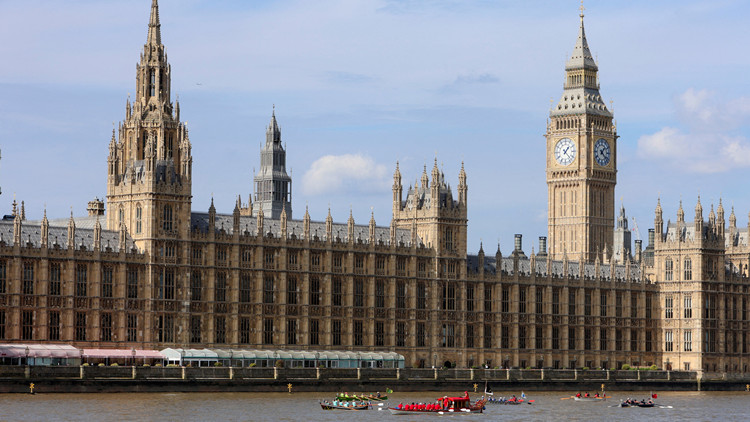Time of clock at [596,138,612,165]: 1:21
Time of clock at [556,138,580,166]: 1:22
